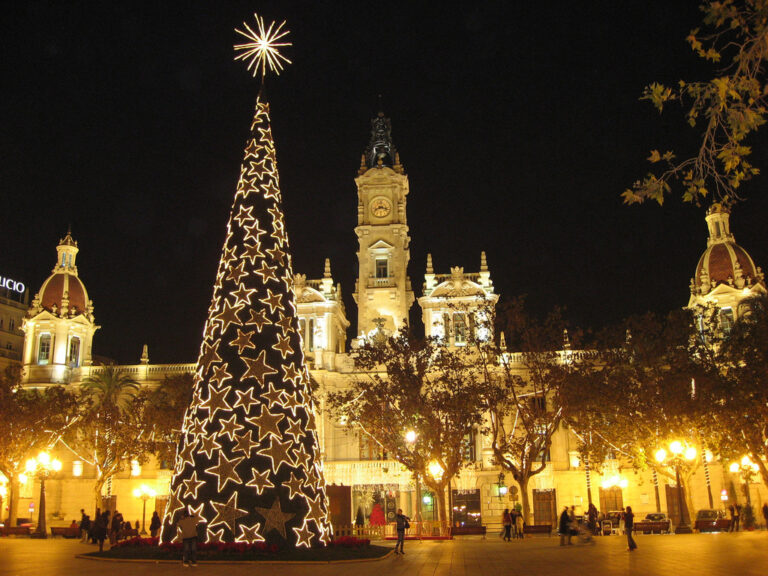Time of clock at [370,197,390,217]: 8:17
